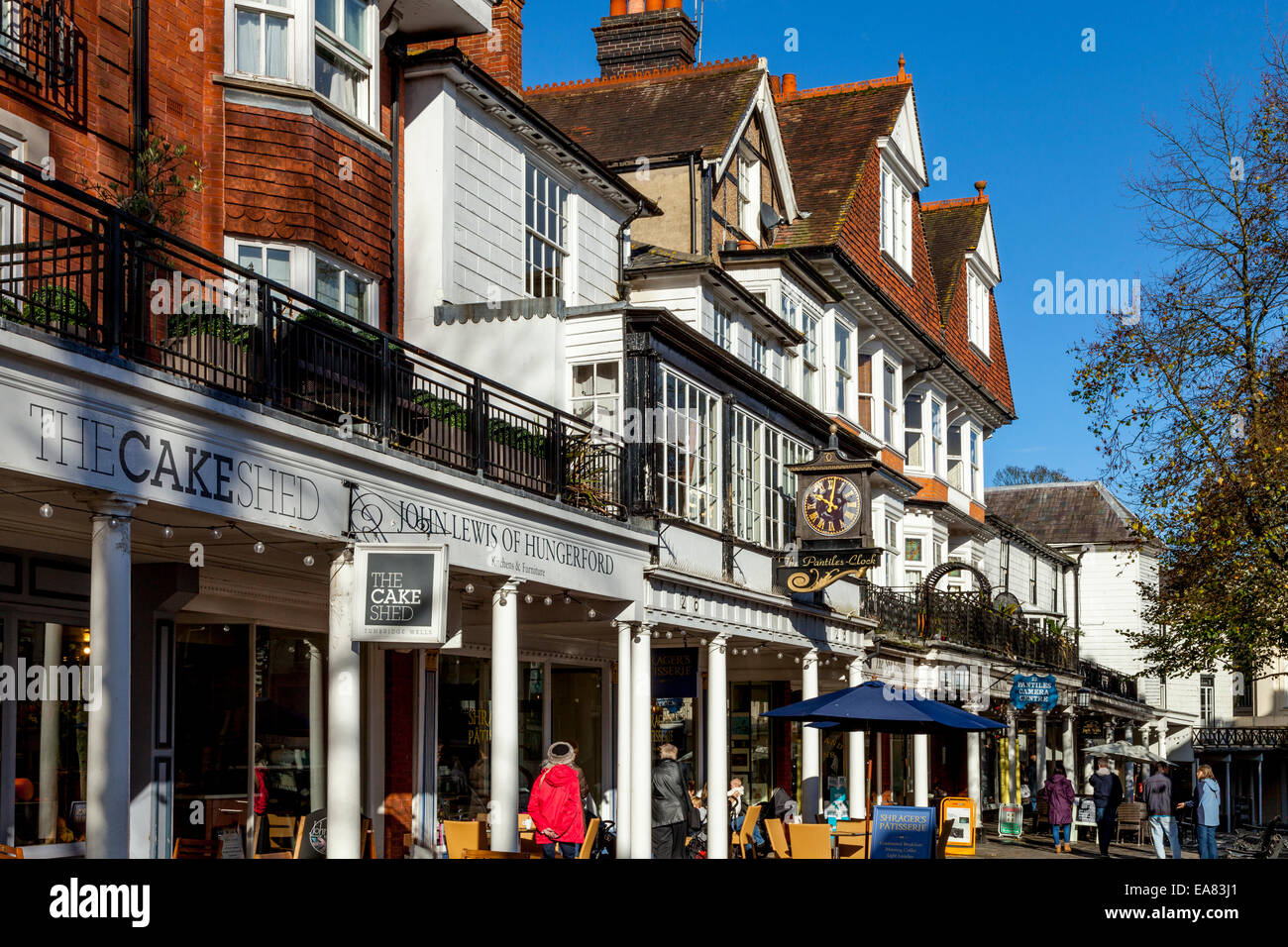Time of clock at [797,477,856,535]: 10:02
